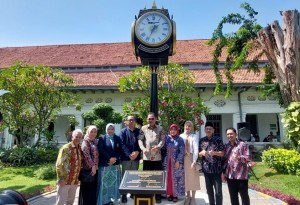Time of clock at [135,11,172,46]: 1:34
